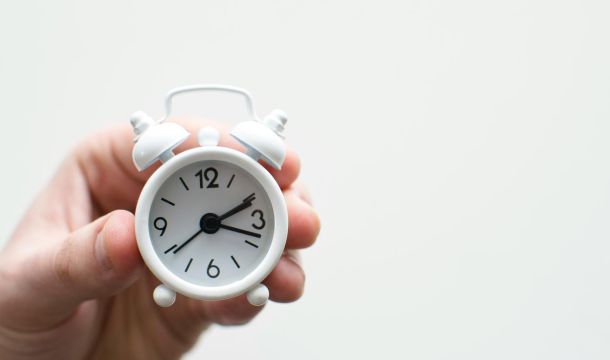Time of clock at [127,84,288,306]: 2:18
